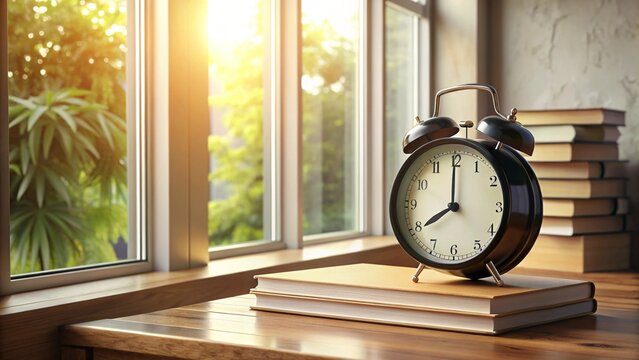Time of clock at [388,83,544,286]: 7:59
